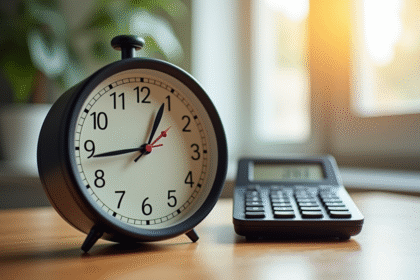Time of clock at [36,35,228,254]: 12:43
